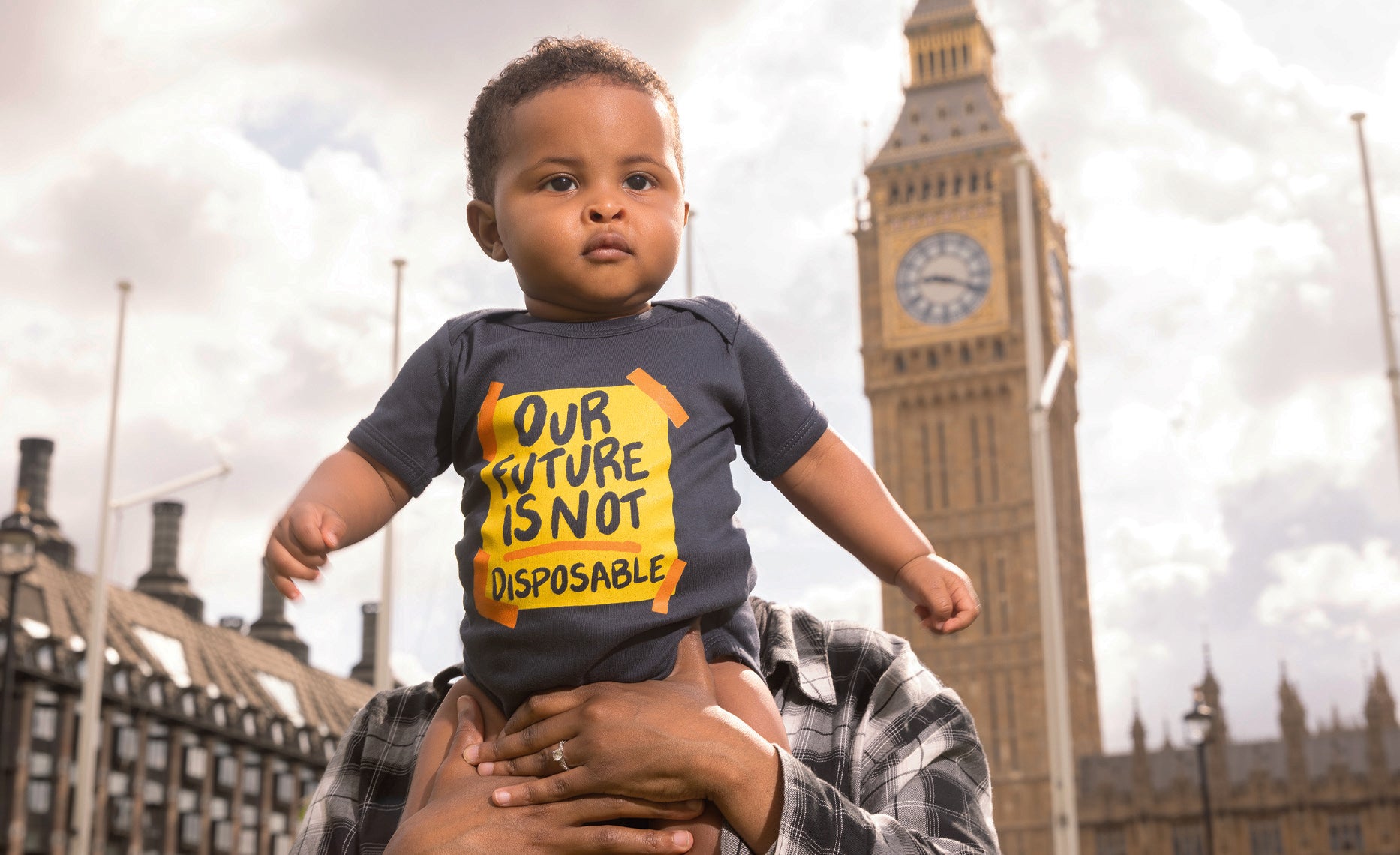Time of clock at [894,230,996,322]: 9:18
